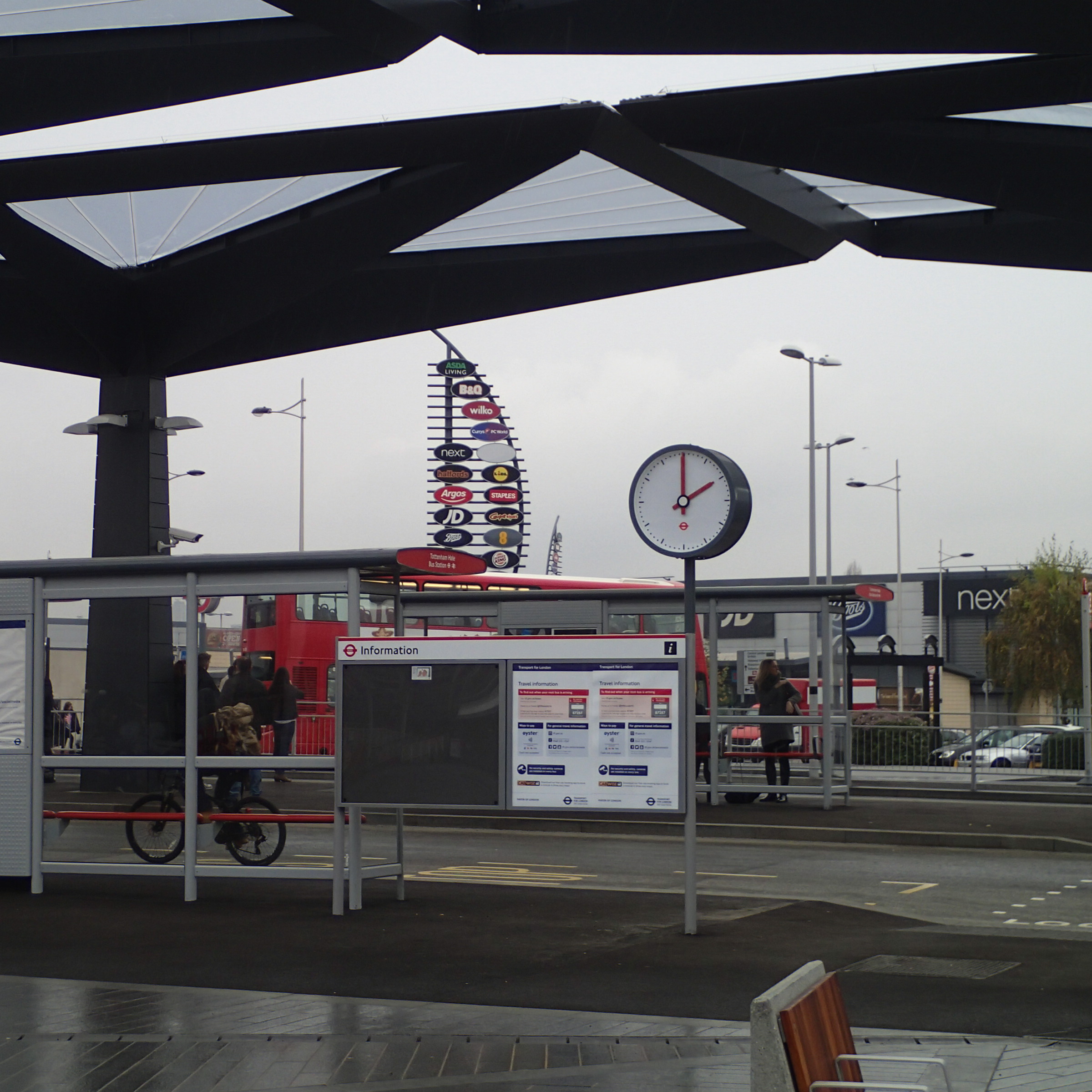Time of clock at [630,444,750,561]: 1:59
